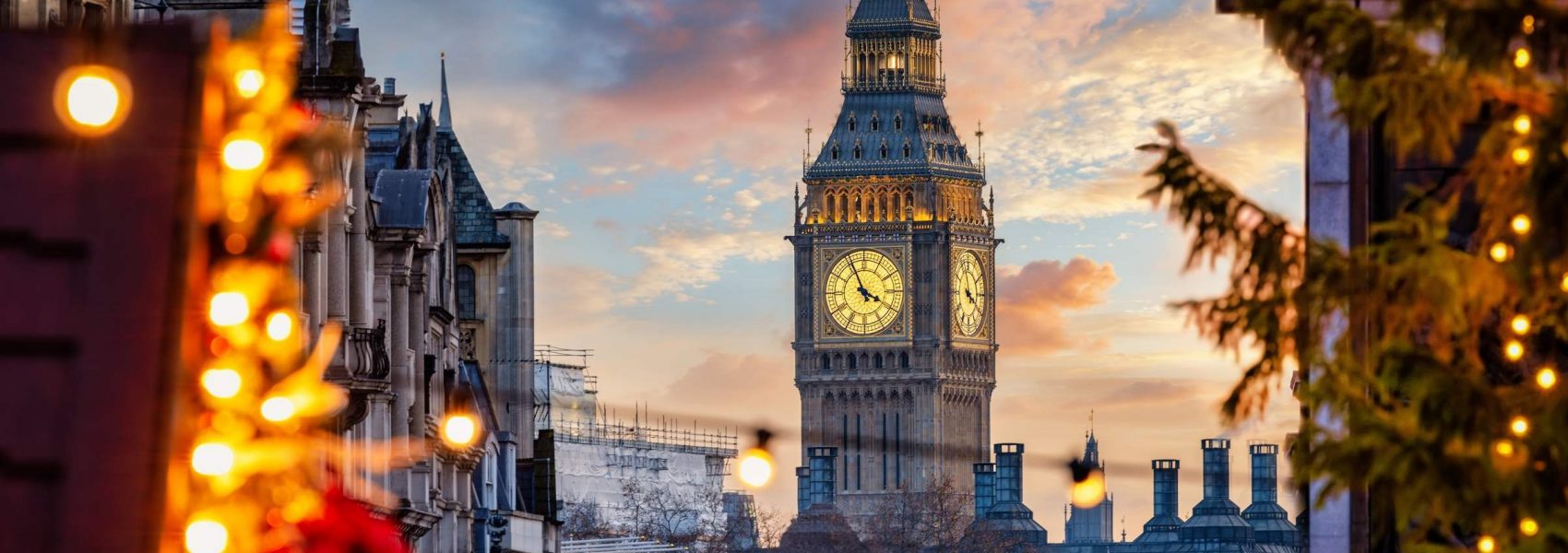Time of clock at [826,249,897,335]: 3:55
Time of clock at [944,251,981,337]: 3:58
